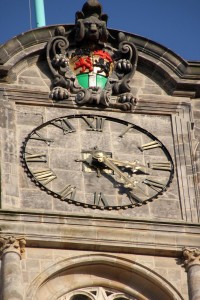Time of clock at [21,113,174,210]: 3:24
